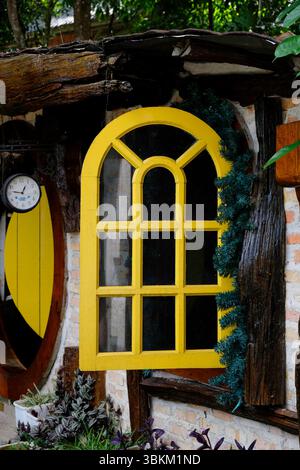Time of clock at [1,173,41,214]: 12:46
